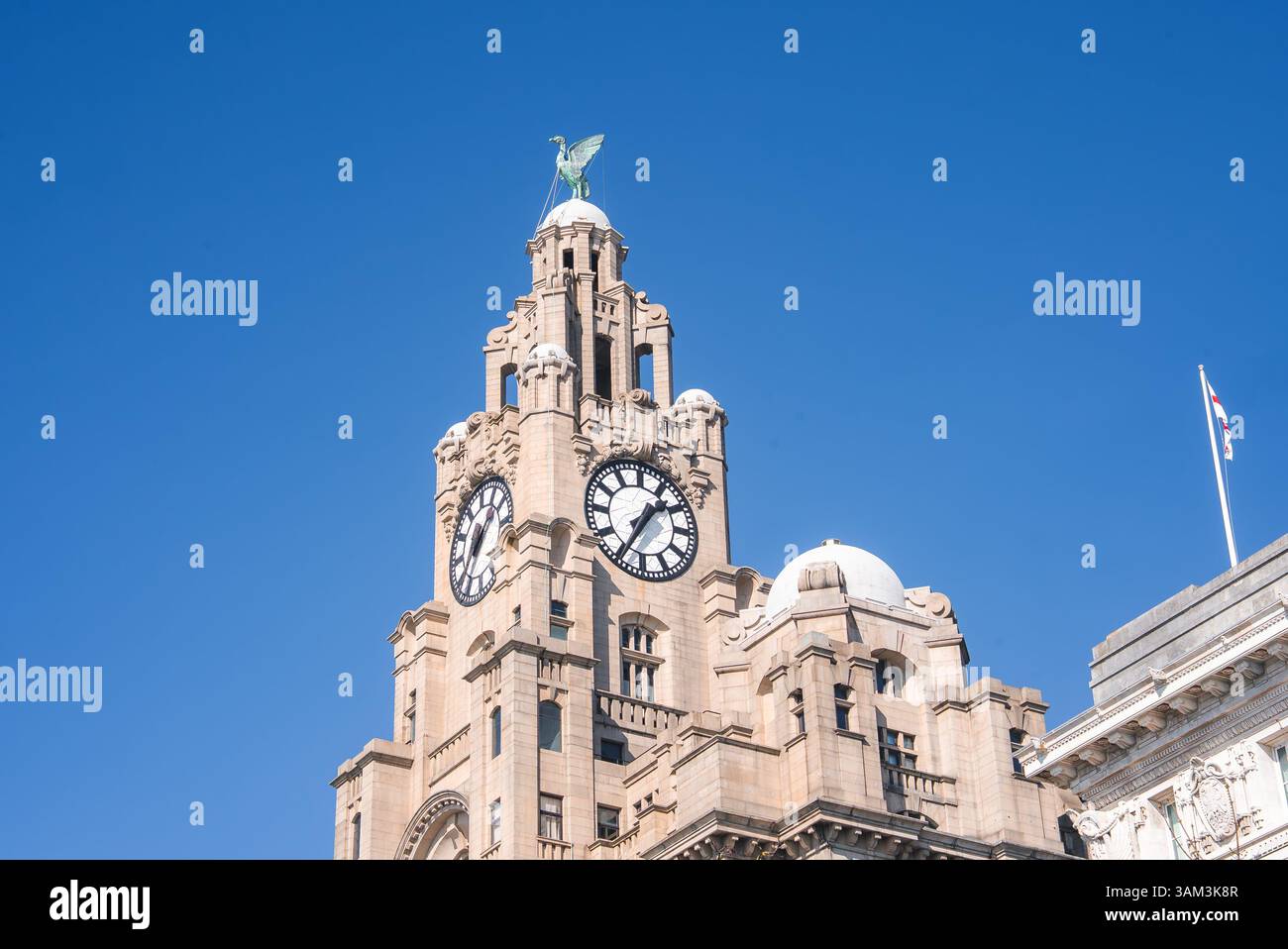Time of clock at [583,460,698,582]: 1:35
